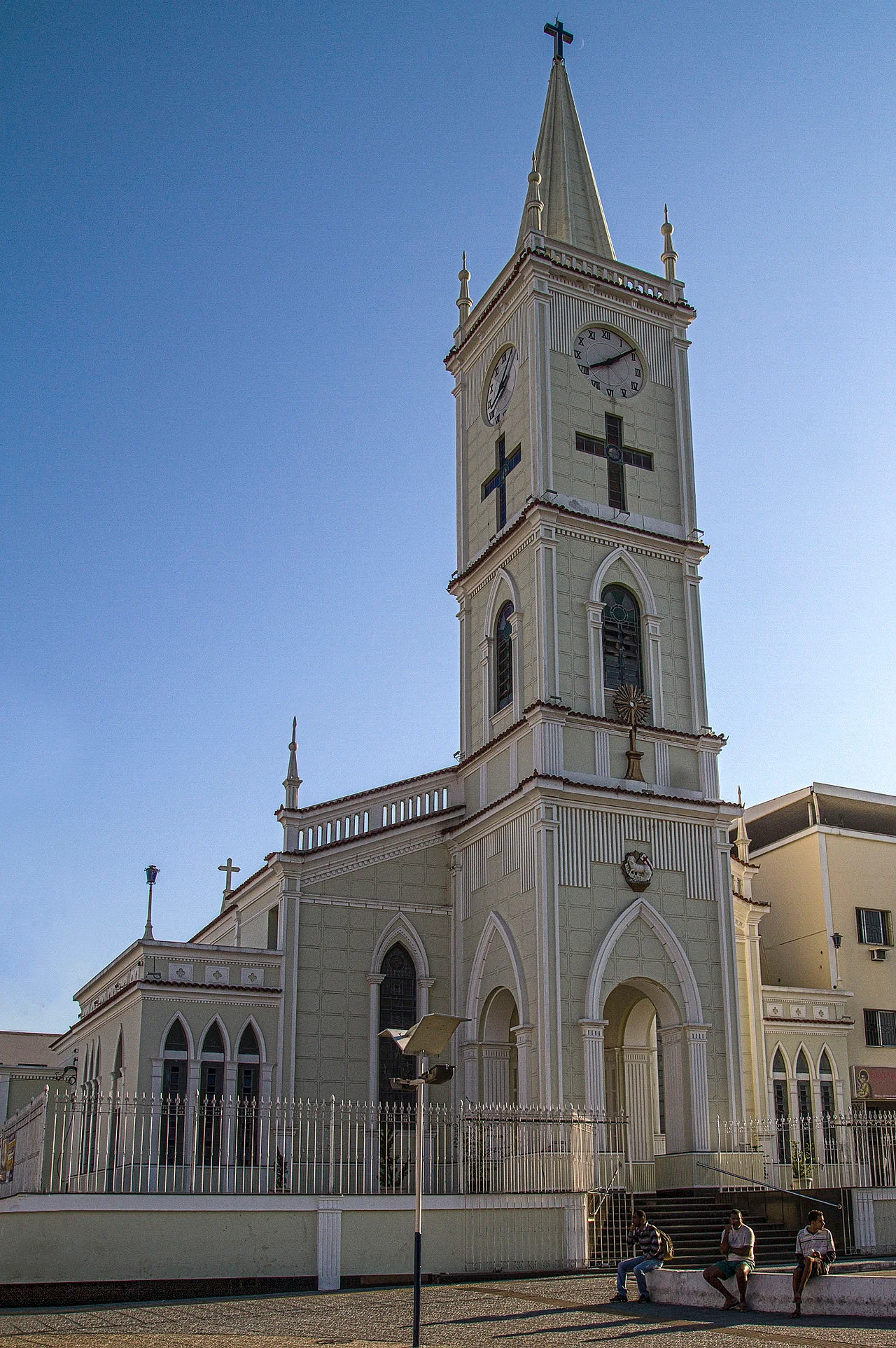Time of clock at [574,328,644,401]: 8:09
